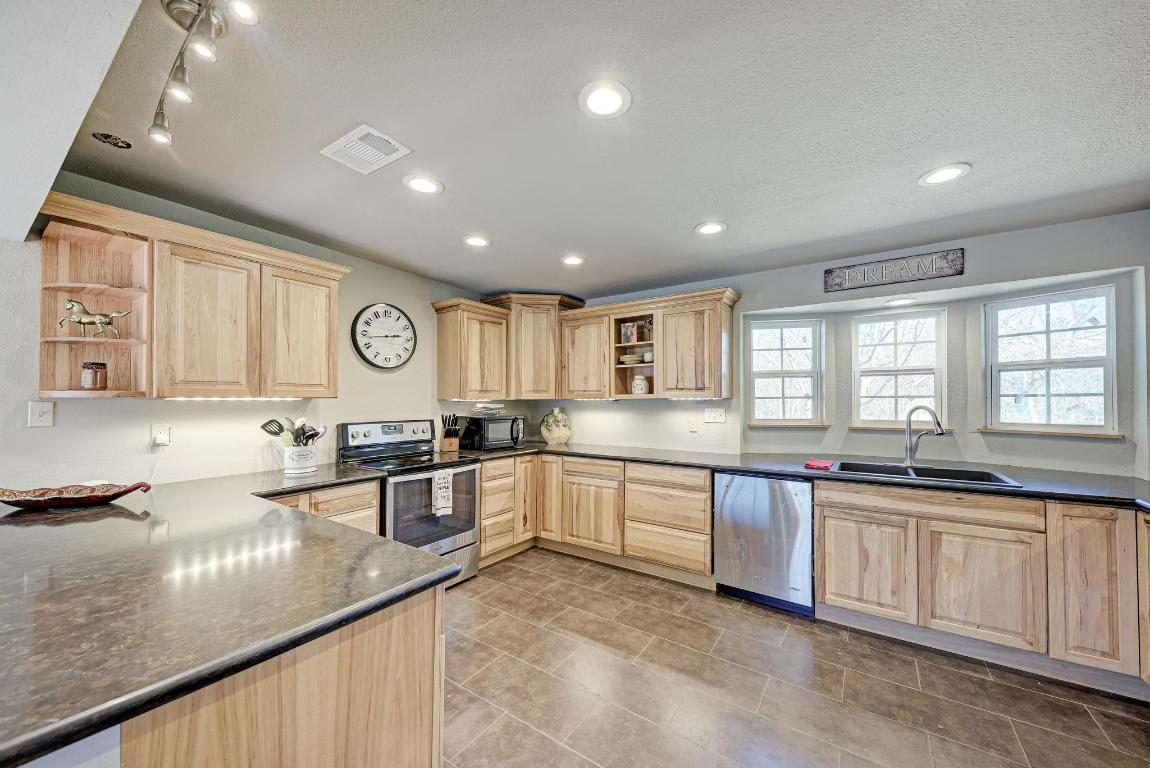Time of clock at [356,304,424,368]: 2:43
